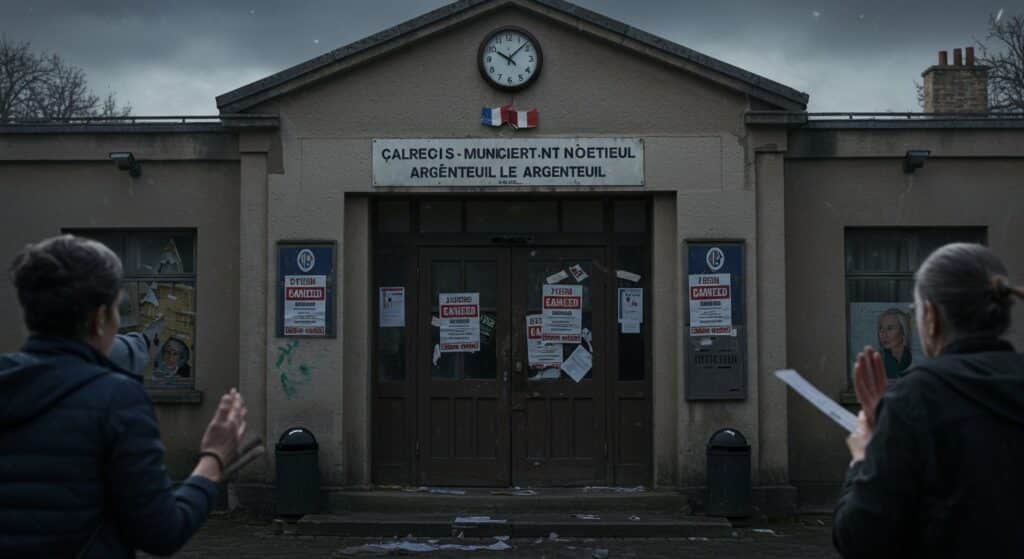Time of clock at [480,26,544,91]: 10:07
